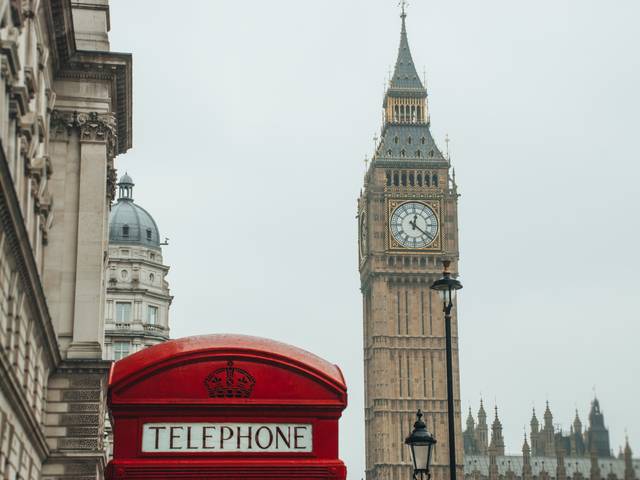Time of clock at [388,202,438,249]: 12:21
